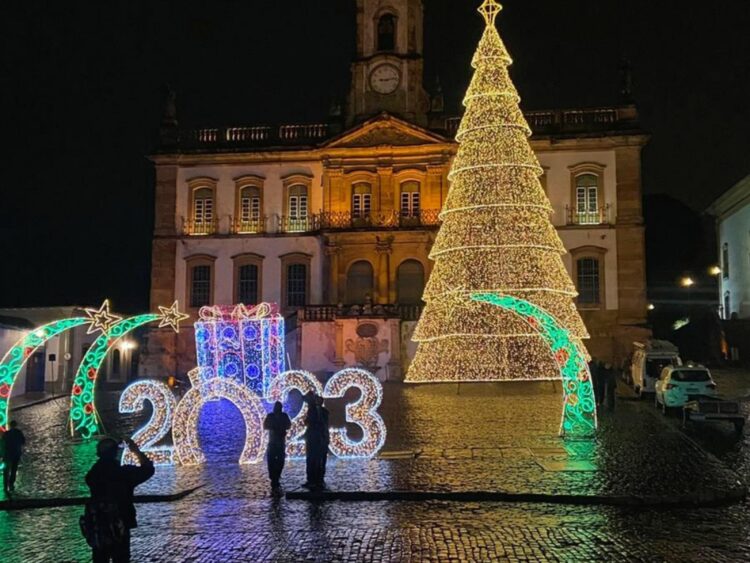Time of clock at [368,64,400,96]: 9:13
